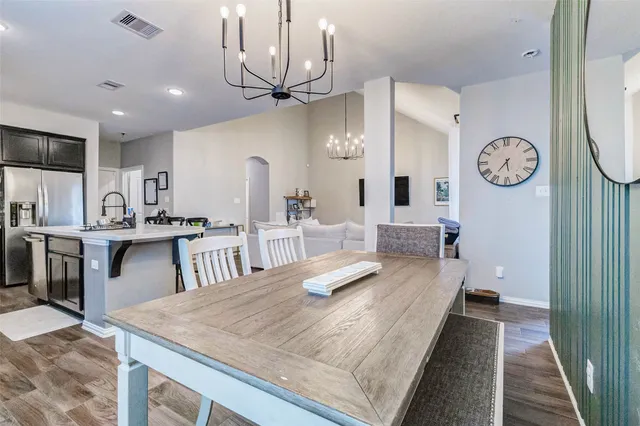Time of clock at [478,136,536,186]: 5:36
